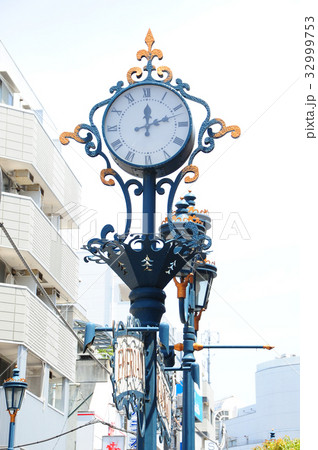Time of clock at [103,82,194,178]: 12:11
